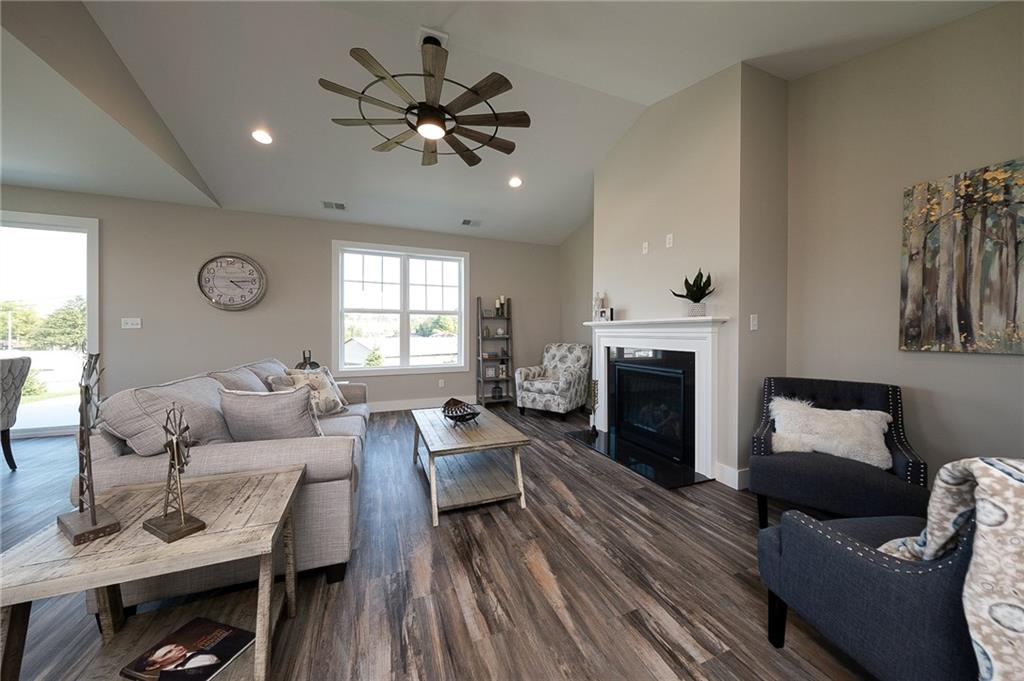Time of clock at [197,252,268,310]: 4:14
